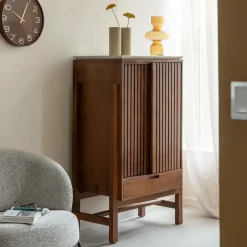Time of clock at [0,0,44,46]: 10:04
